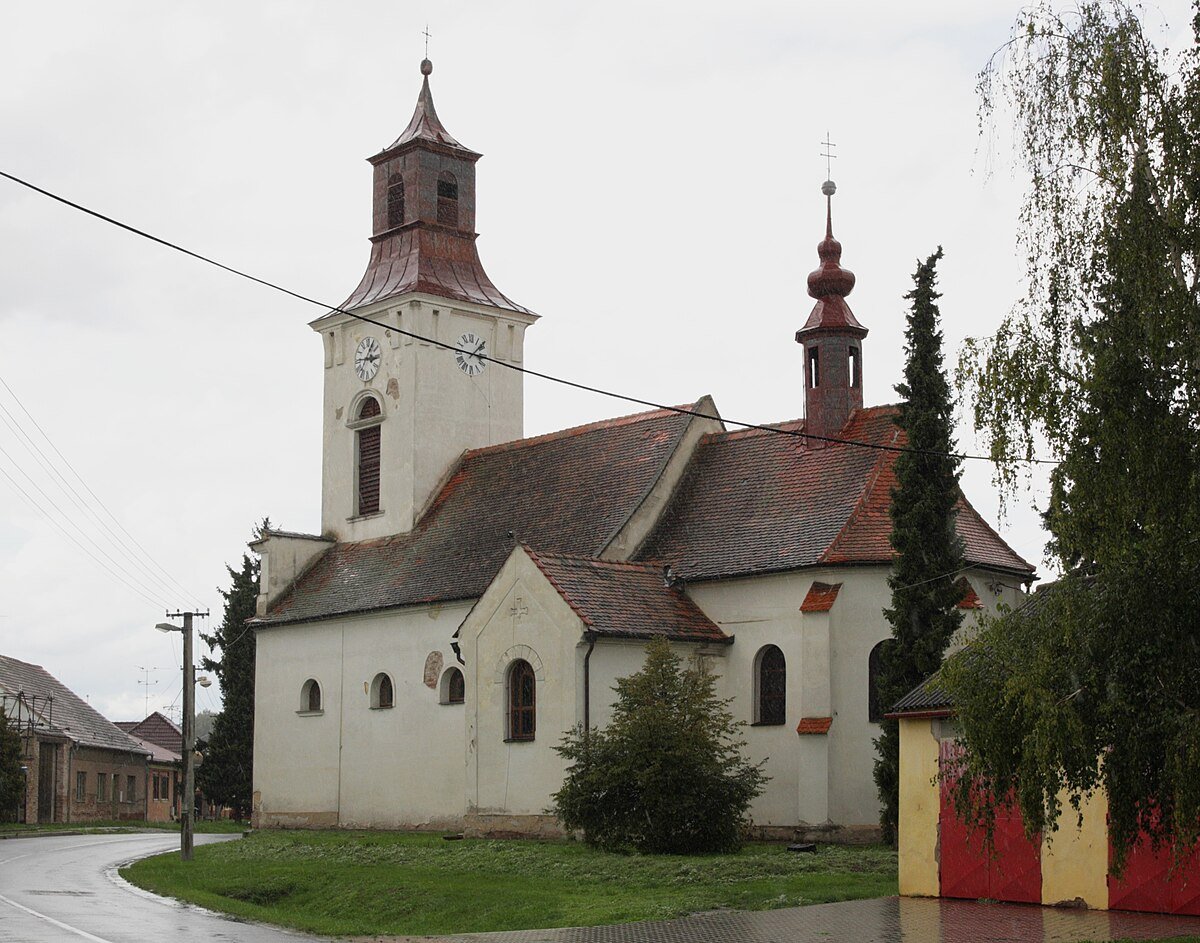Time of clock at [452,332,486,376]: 1:46
